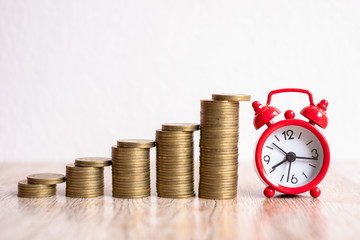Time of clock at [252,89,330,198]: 8:16
